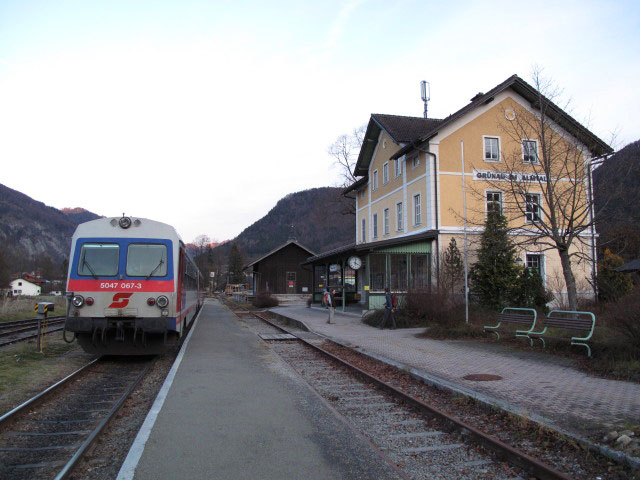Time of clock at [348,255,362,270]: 4:01
